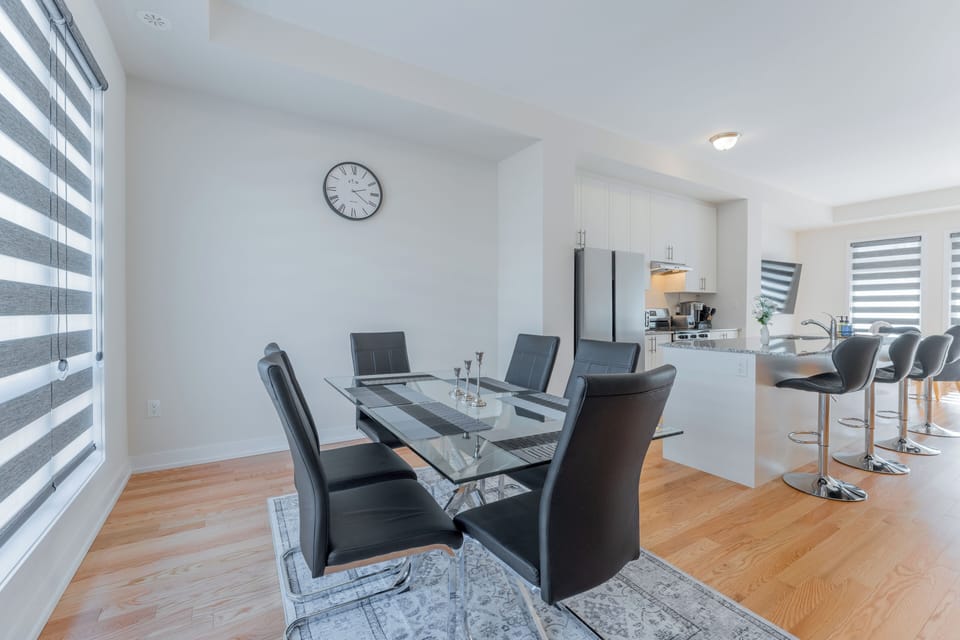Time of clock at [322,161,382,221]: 2:21
